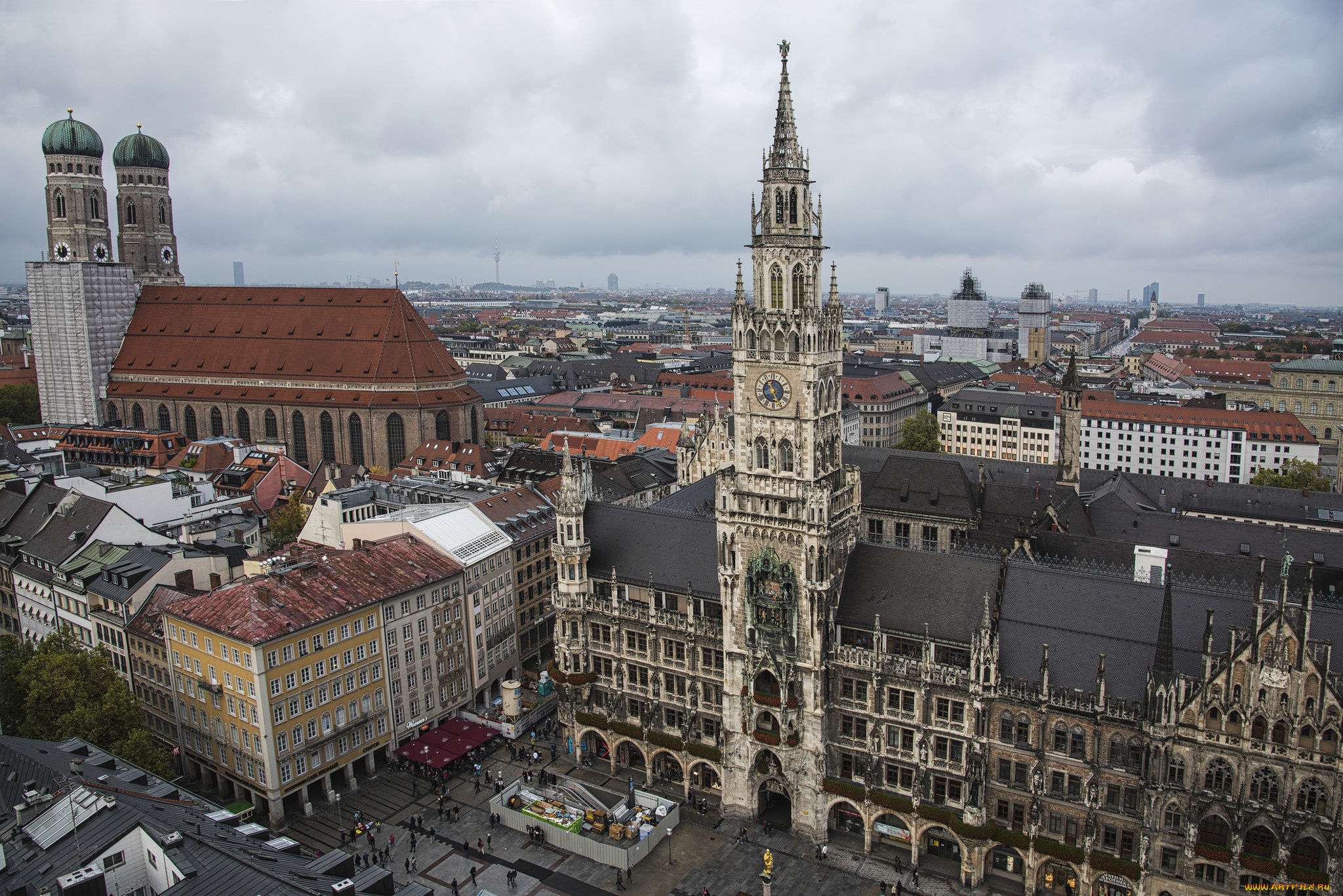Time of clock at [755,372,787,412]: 11:25
